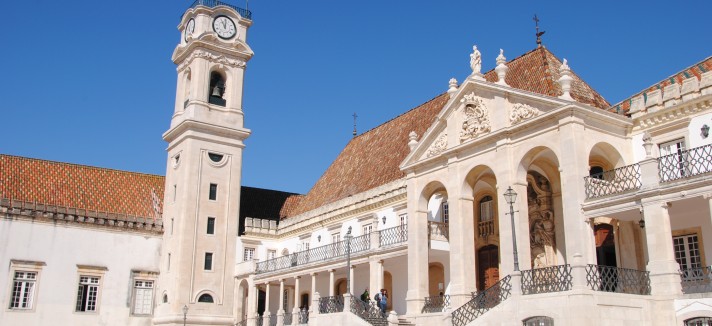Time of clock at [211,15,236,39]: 11:01
